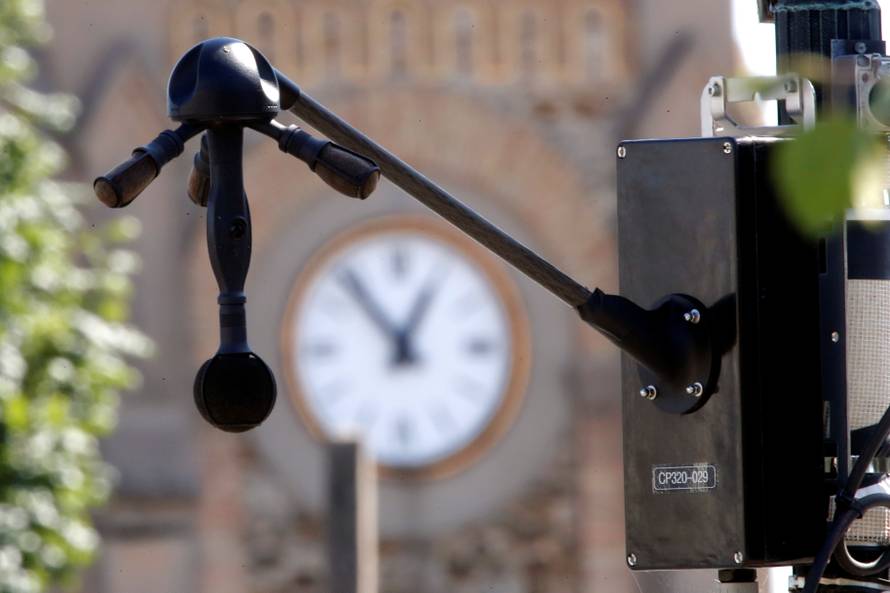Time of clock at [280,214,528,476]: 12:53
